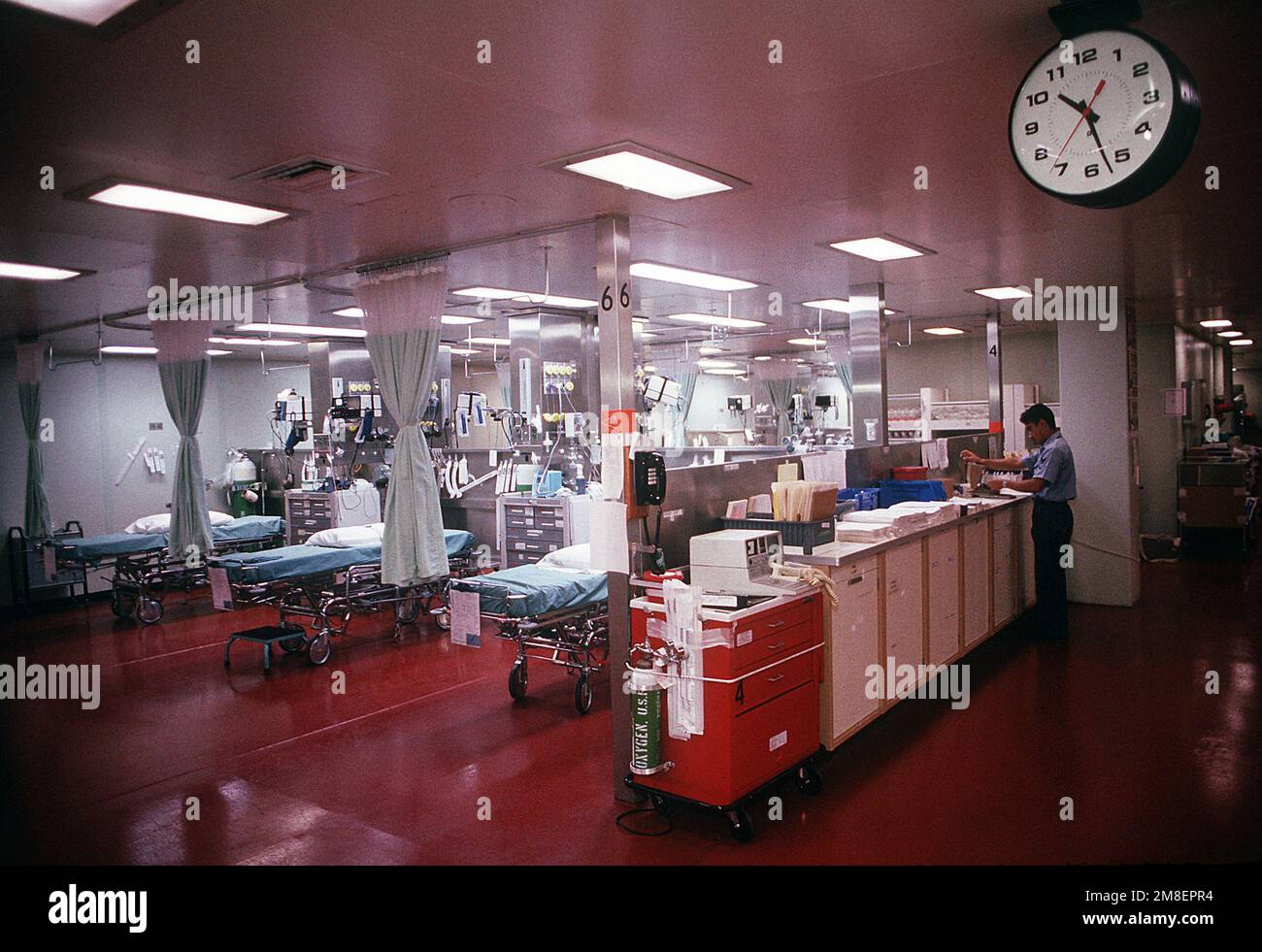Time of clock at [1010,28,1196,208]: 10:27
